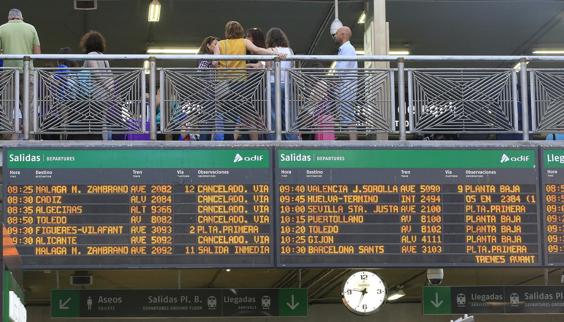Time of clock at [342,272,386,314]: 6:46
